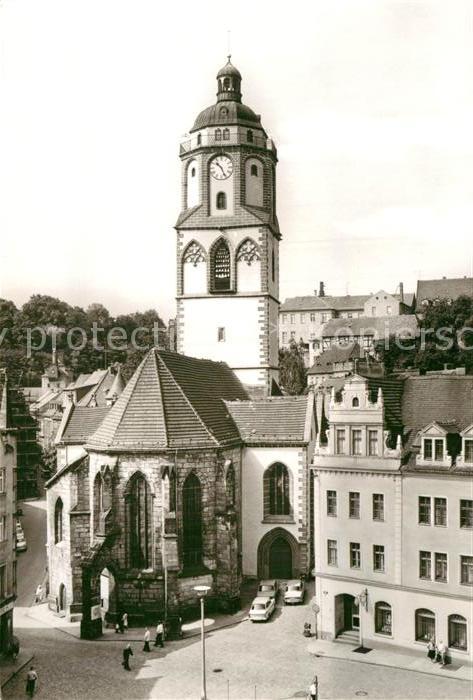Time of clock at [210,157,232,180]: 10:26
